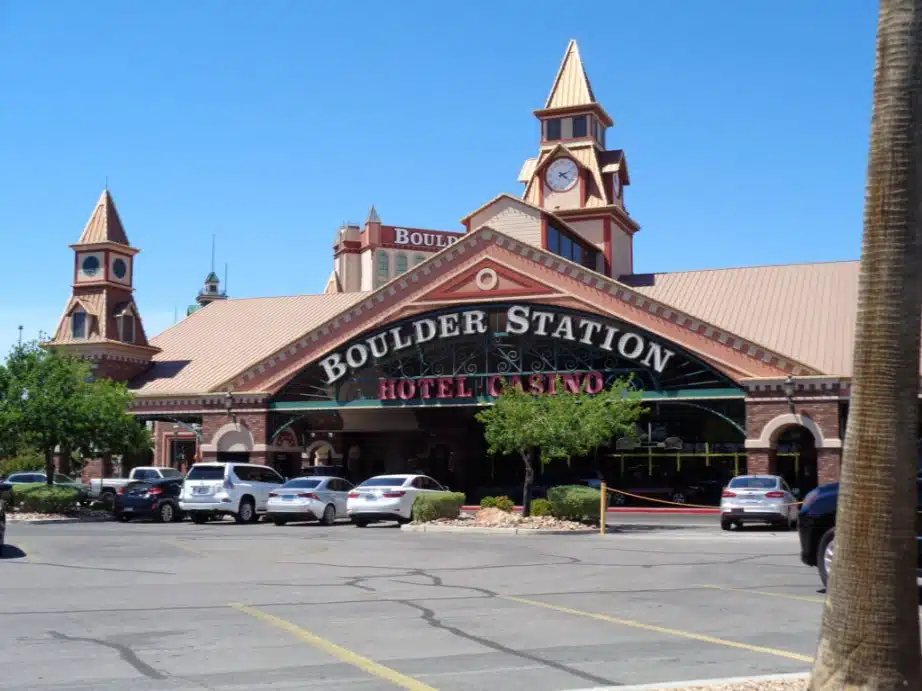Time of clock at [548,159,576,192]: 2:21
